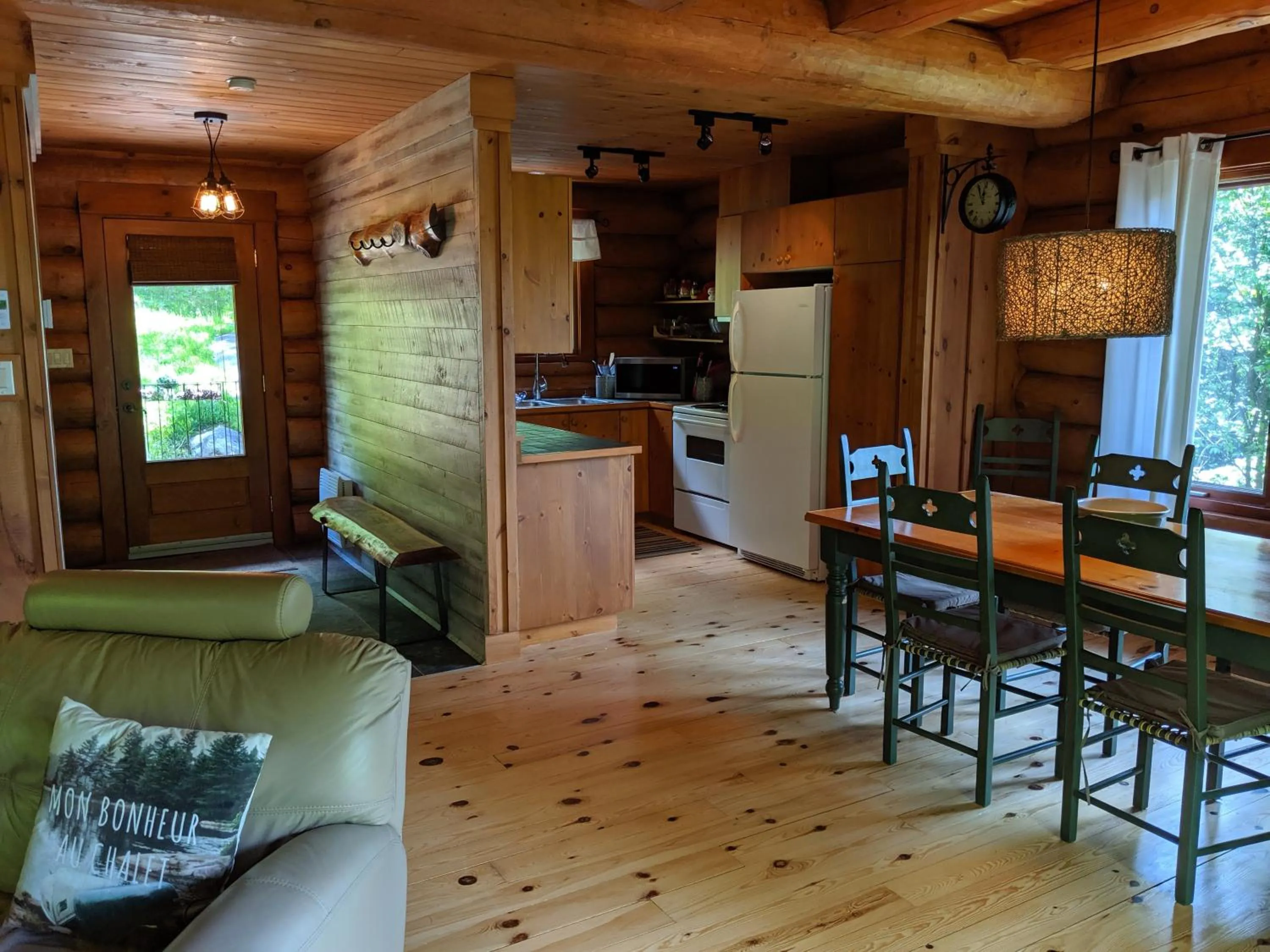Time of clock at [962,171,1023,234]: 11:55
